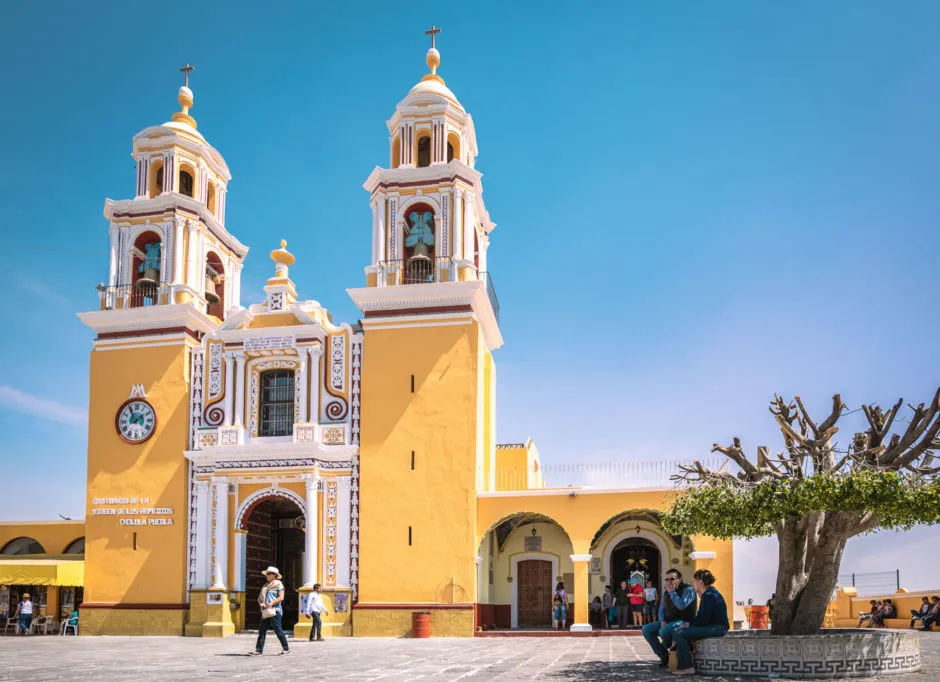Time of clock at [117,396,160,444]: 1:55
